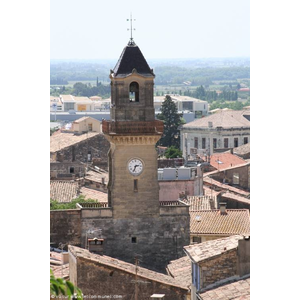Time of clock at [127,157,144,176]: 2:33
